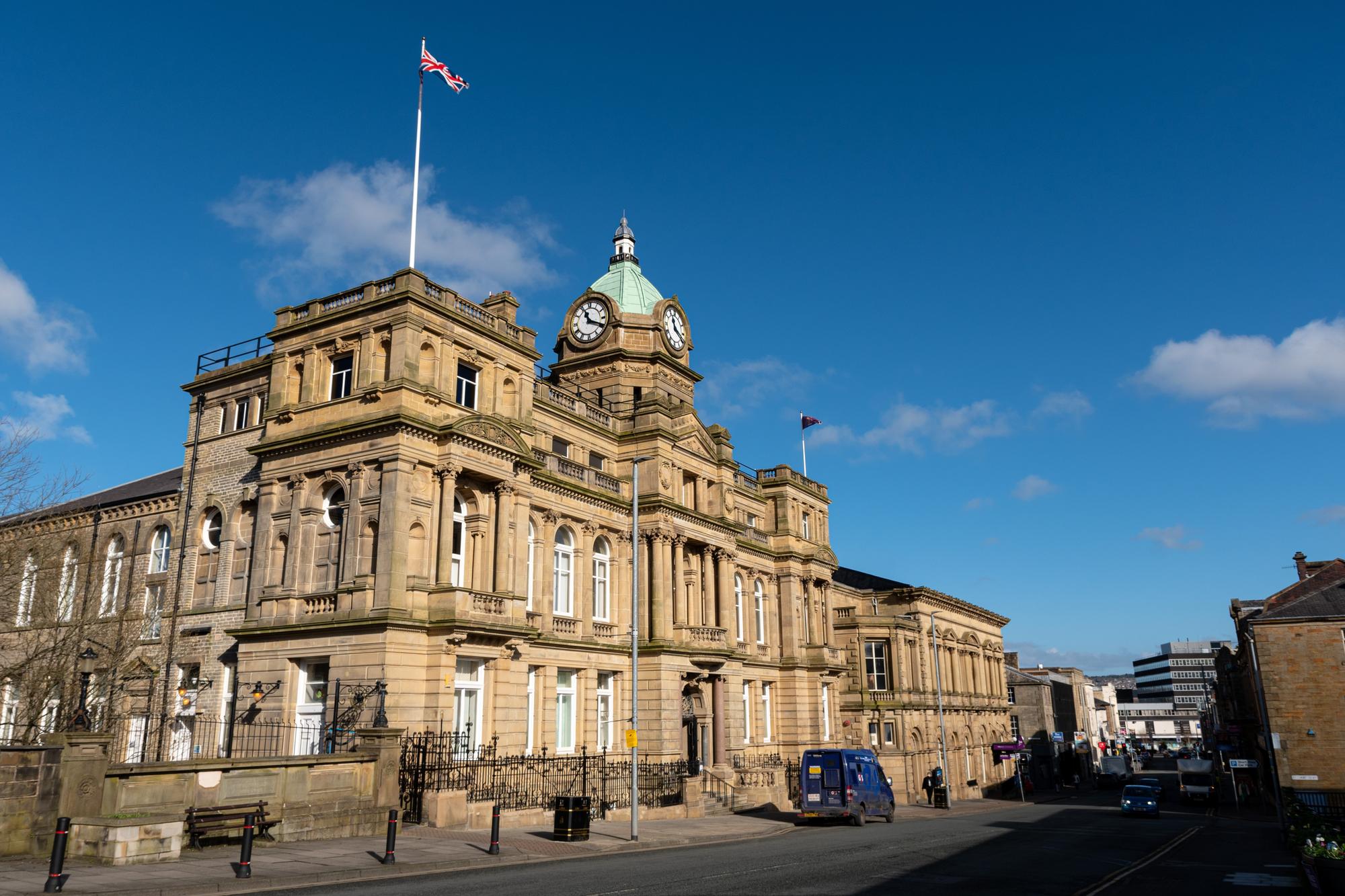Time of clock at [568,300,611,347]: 11:19
